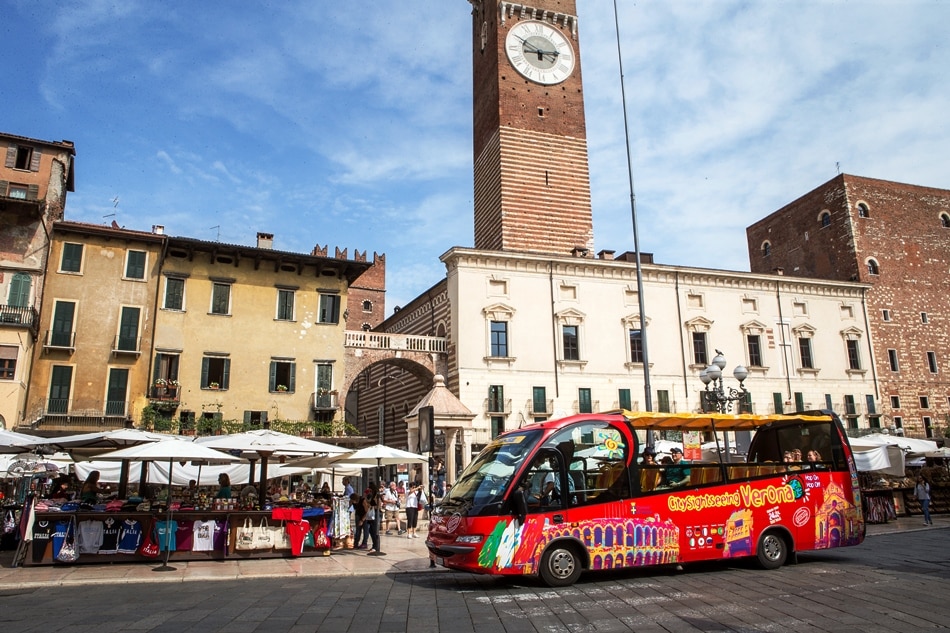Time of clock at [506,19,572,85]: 2:49
